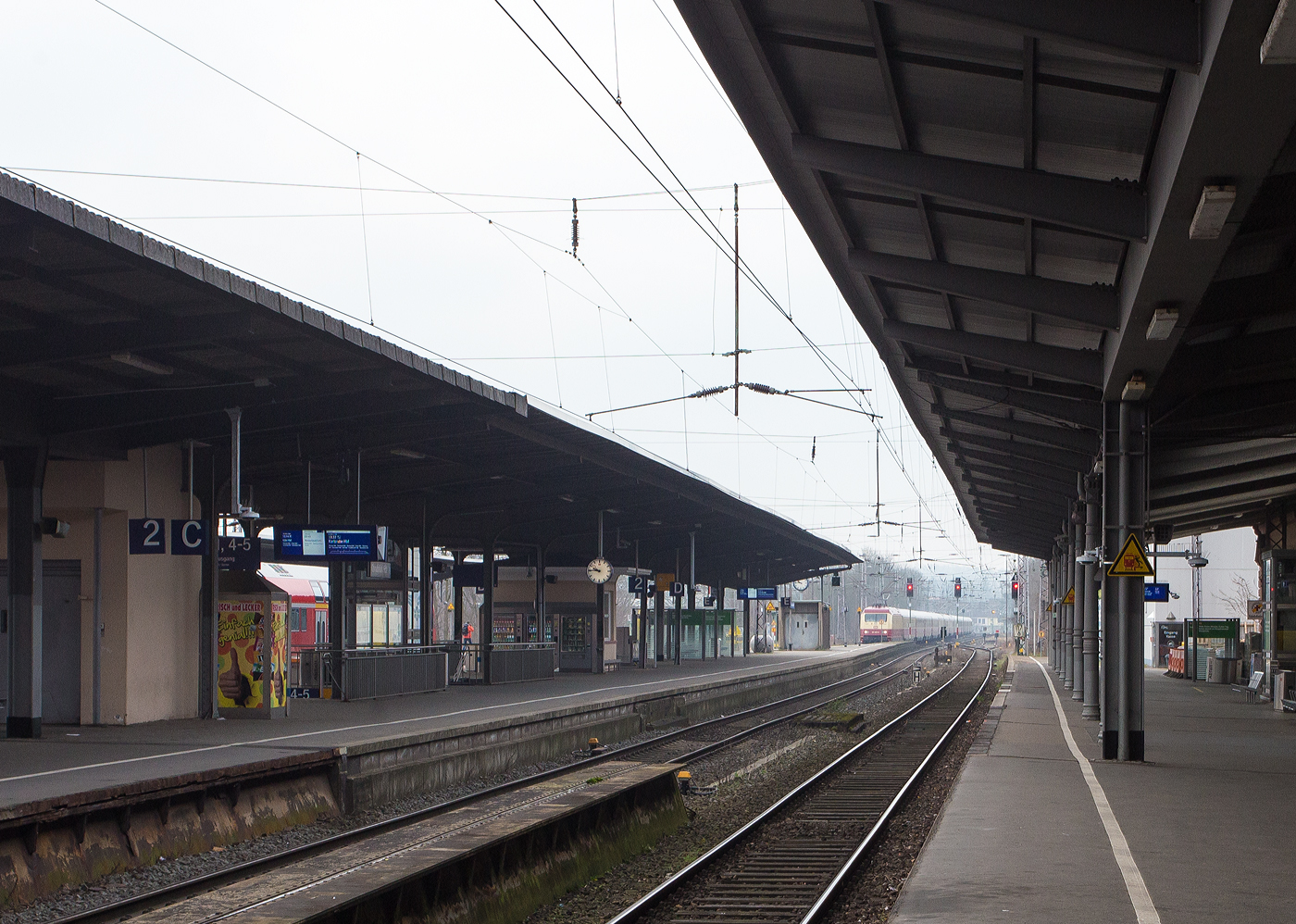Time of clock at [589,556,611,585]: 9:45
